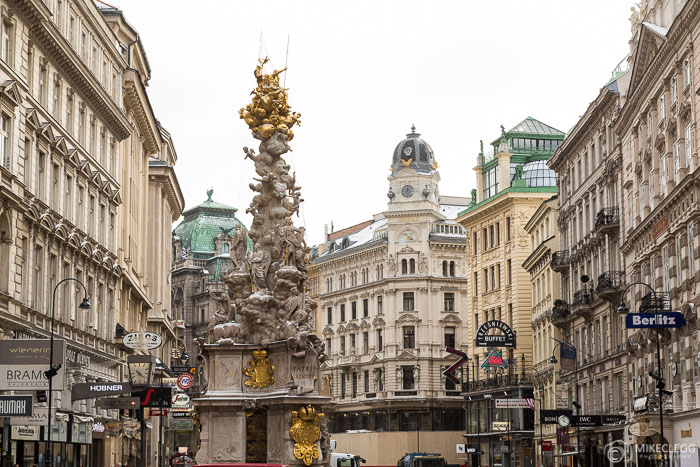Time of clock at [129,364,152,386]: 10:21
